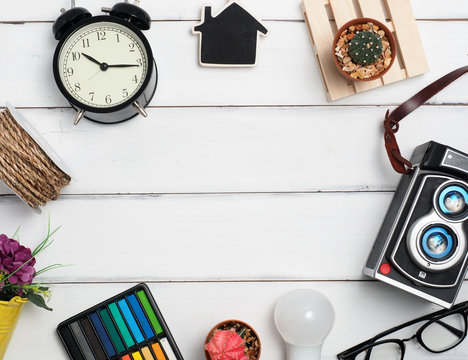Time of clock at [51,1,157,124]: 10:15
